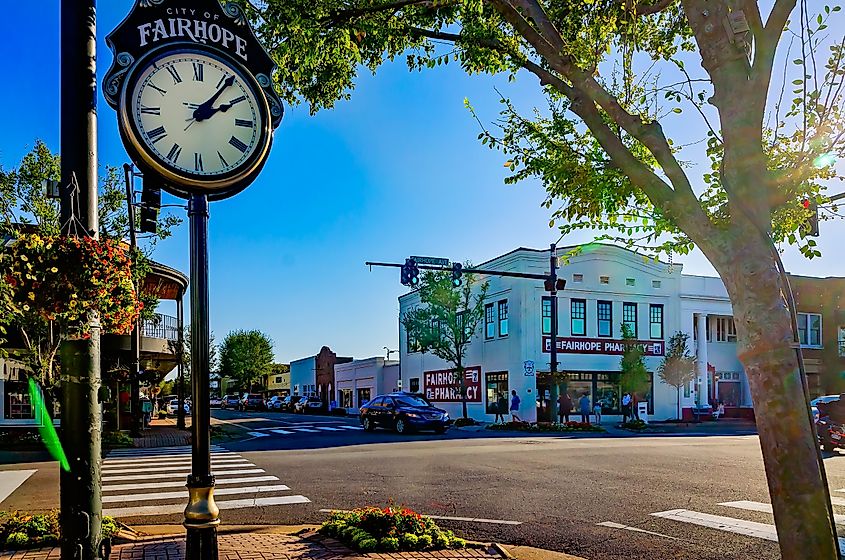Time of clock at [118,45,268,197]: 2:06
